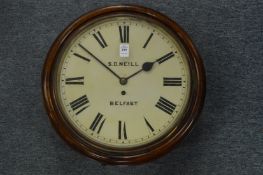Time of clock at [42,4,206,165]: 1:51
